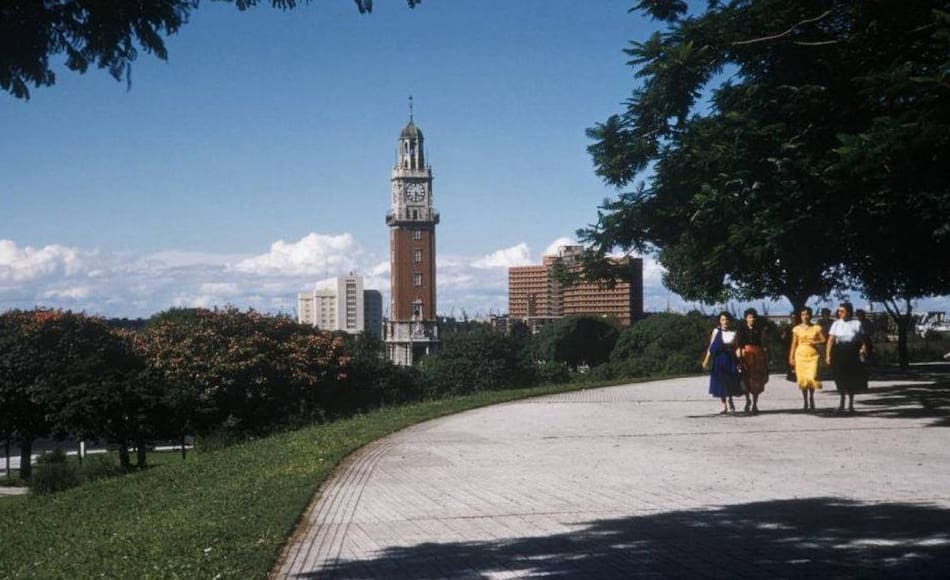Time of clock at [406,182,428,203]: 4:31
